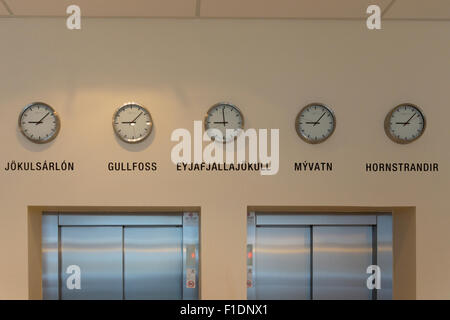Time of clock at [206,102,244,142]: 8:59
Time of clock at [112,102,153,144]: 9:07
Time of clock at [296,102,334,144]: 9:07
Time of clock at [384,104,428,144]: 9:07
